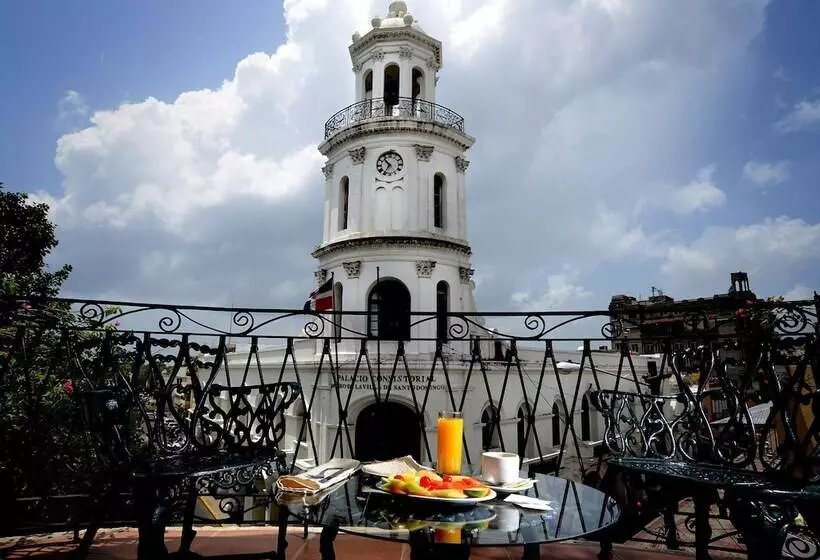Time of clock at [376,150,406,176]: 10:35
